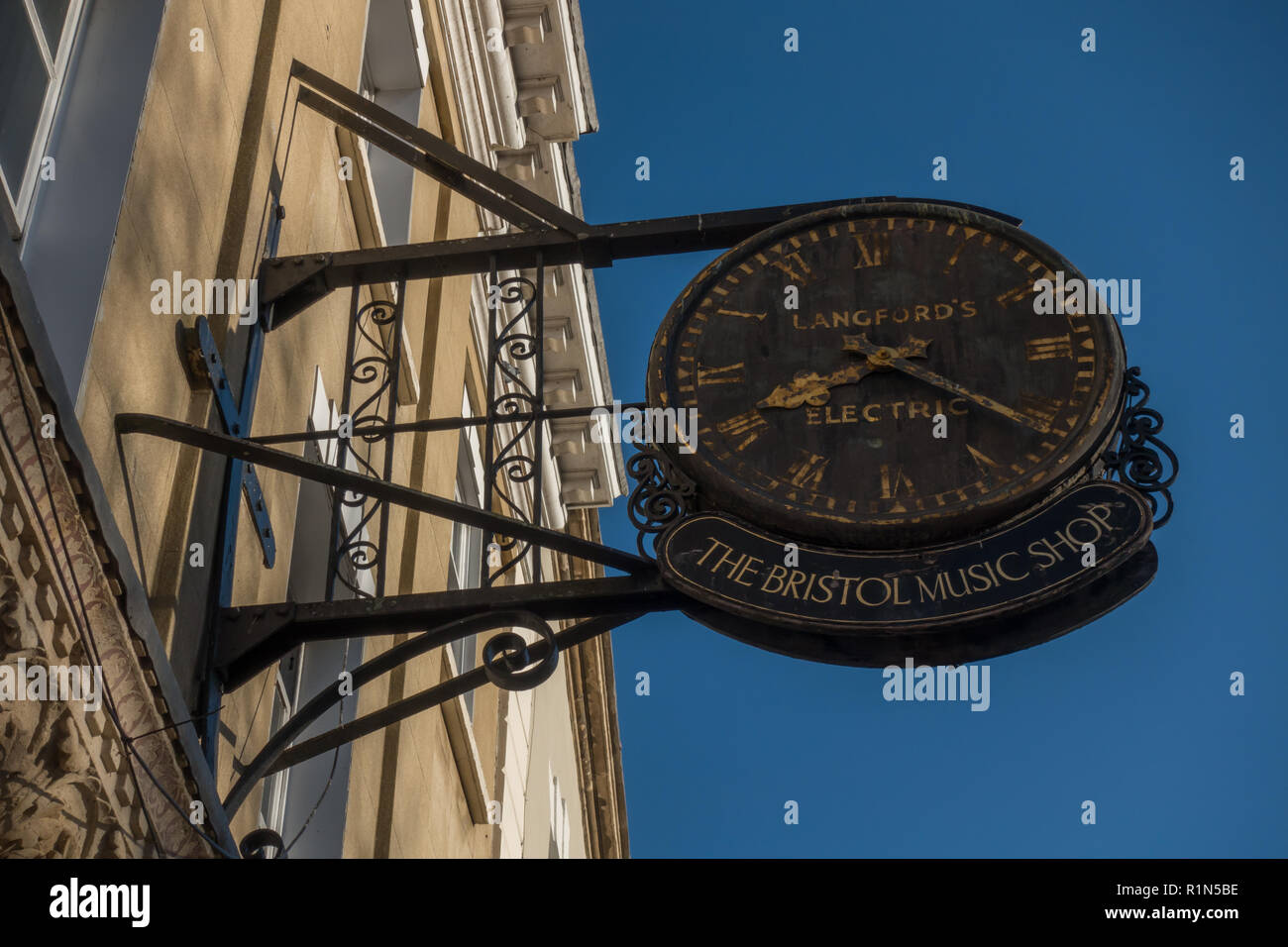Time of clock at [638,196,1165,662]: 8:20
